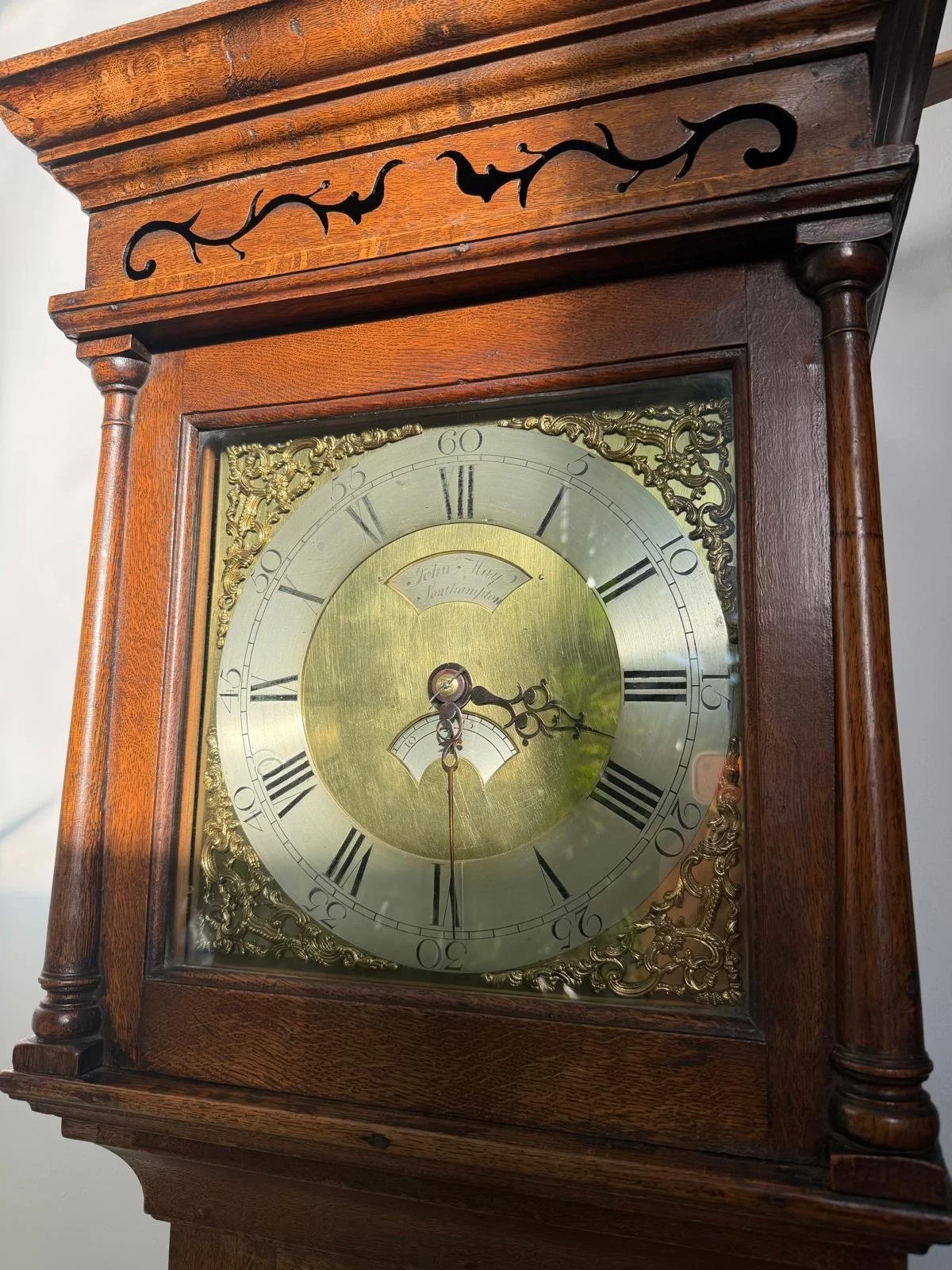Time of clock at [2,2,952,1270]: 3:30
